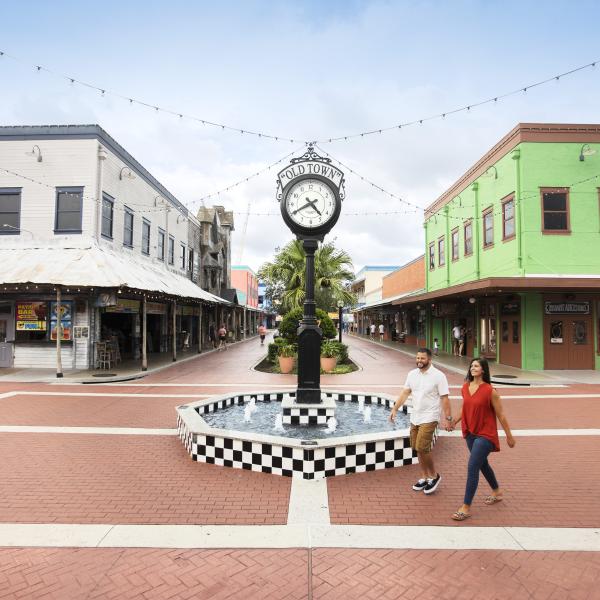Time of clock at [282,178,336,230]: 4:40
